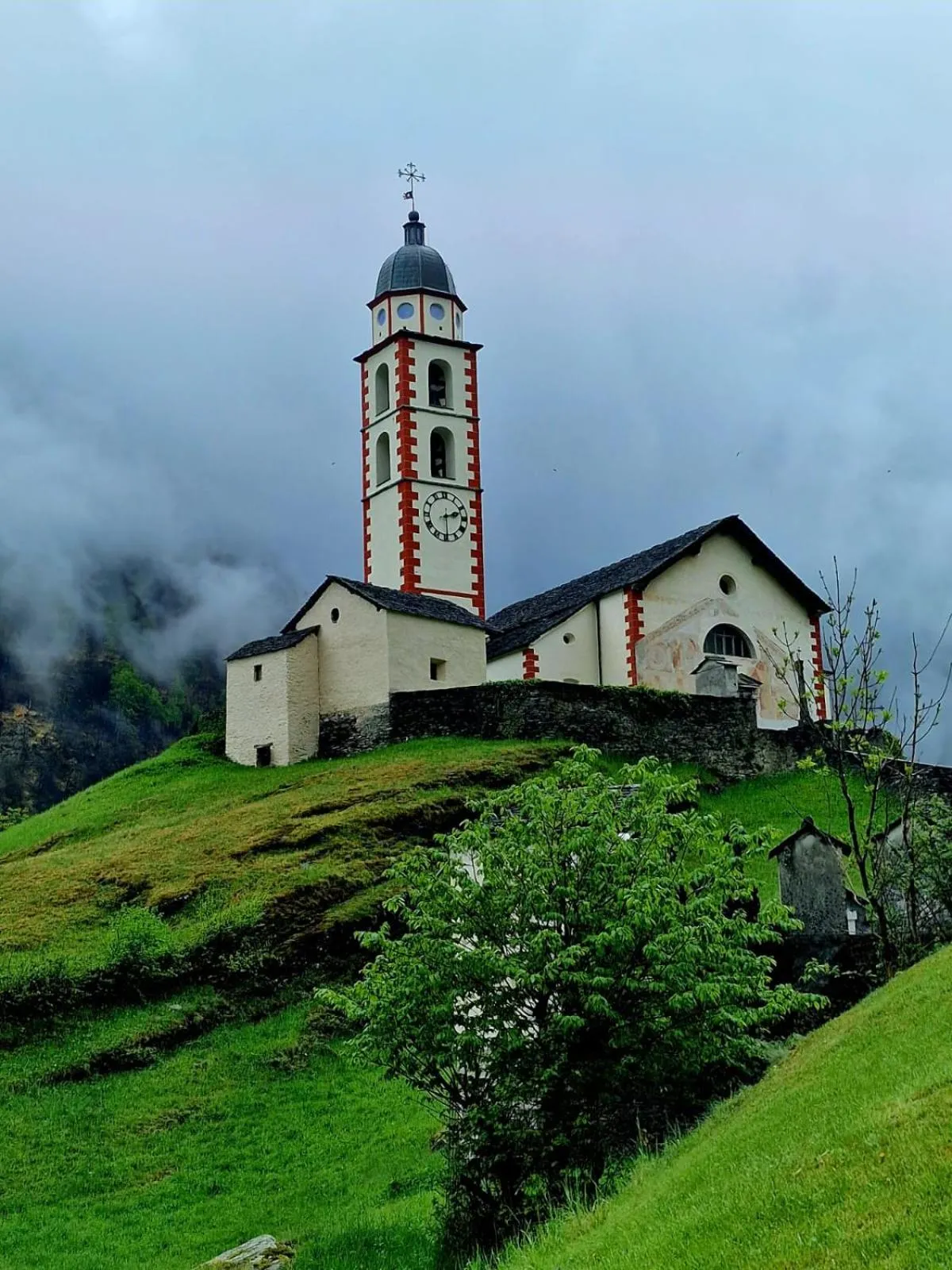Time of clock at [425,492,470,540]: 2:29
